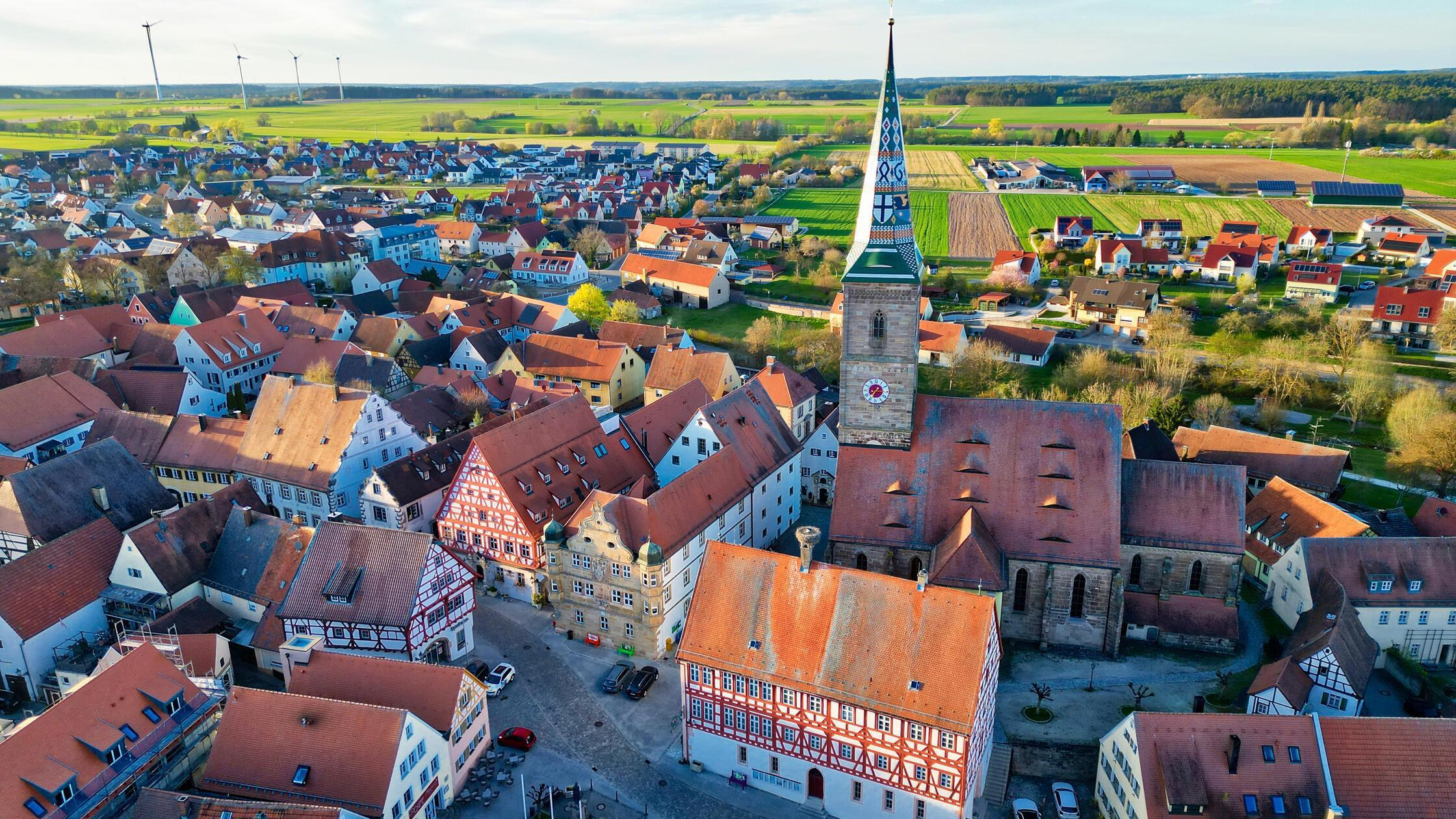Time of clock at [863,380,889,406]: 7:15
